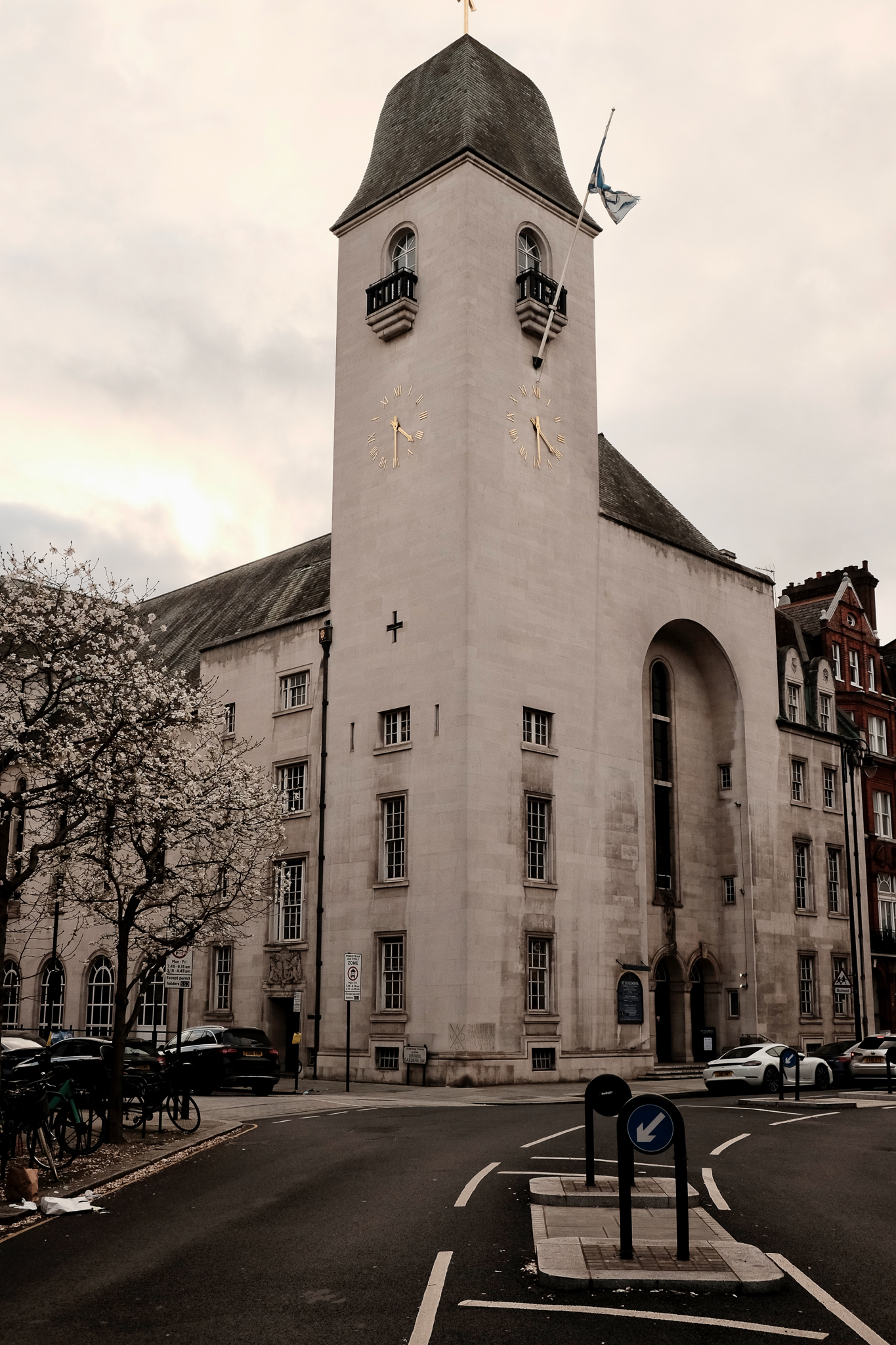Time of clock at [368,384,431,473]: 4:30
